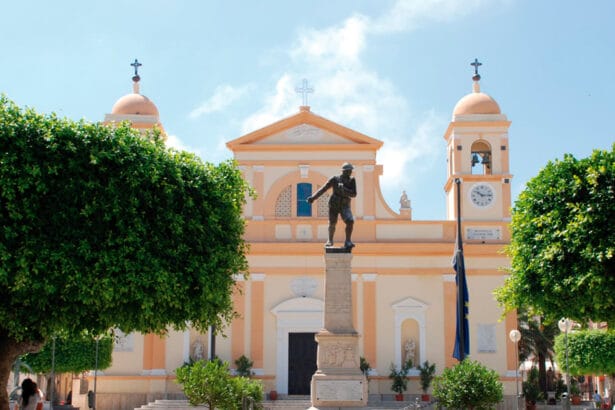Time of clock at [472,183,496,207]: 10:14
